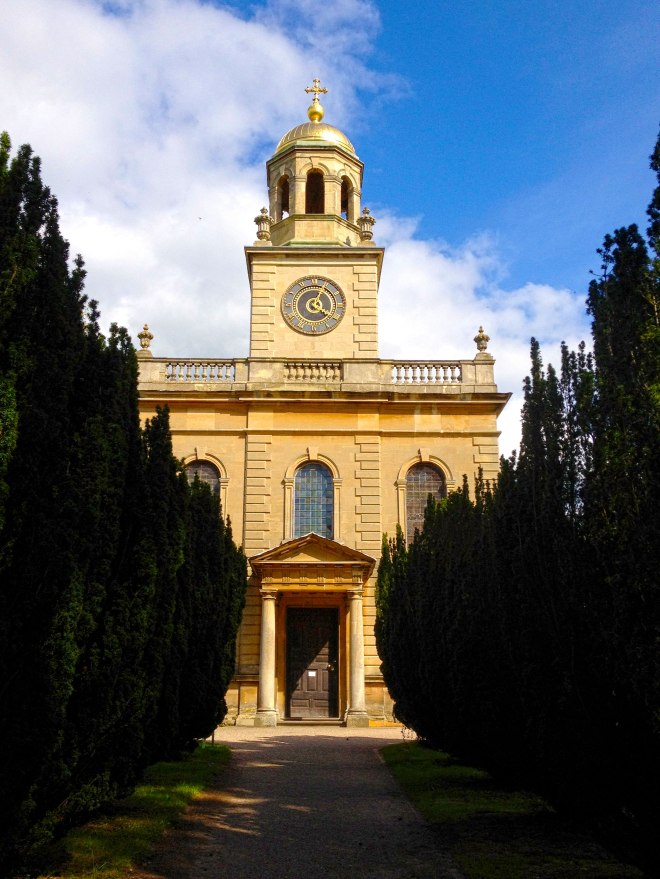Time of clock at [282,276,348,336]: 4:04
